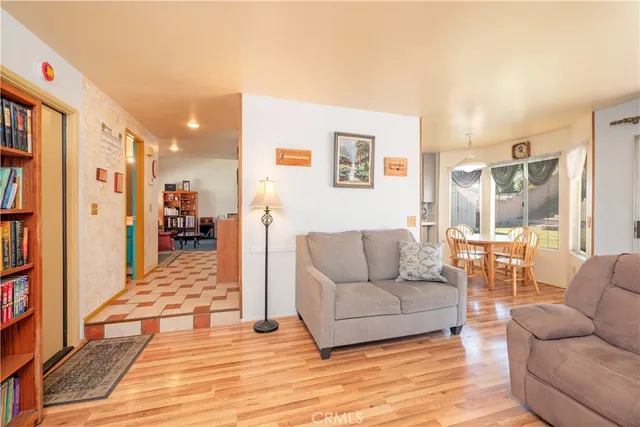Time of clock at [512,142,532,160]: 12:23
